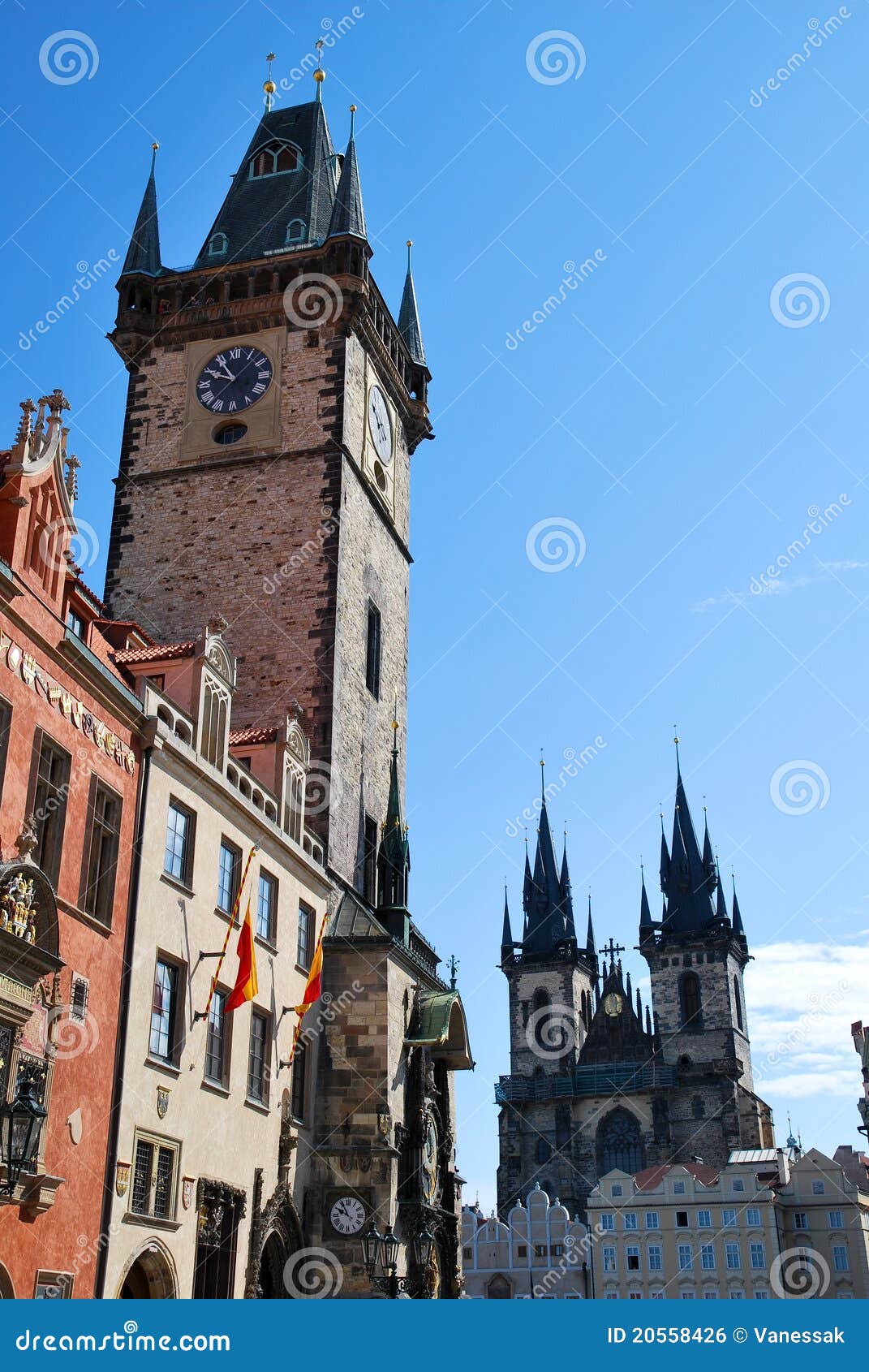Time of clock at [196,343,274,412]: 9:54
